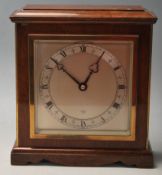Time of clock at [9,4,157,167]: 12:52
